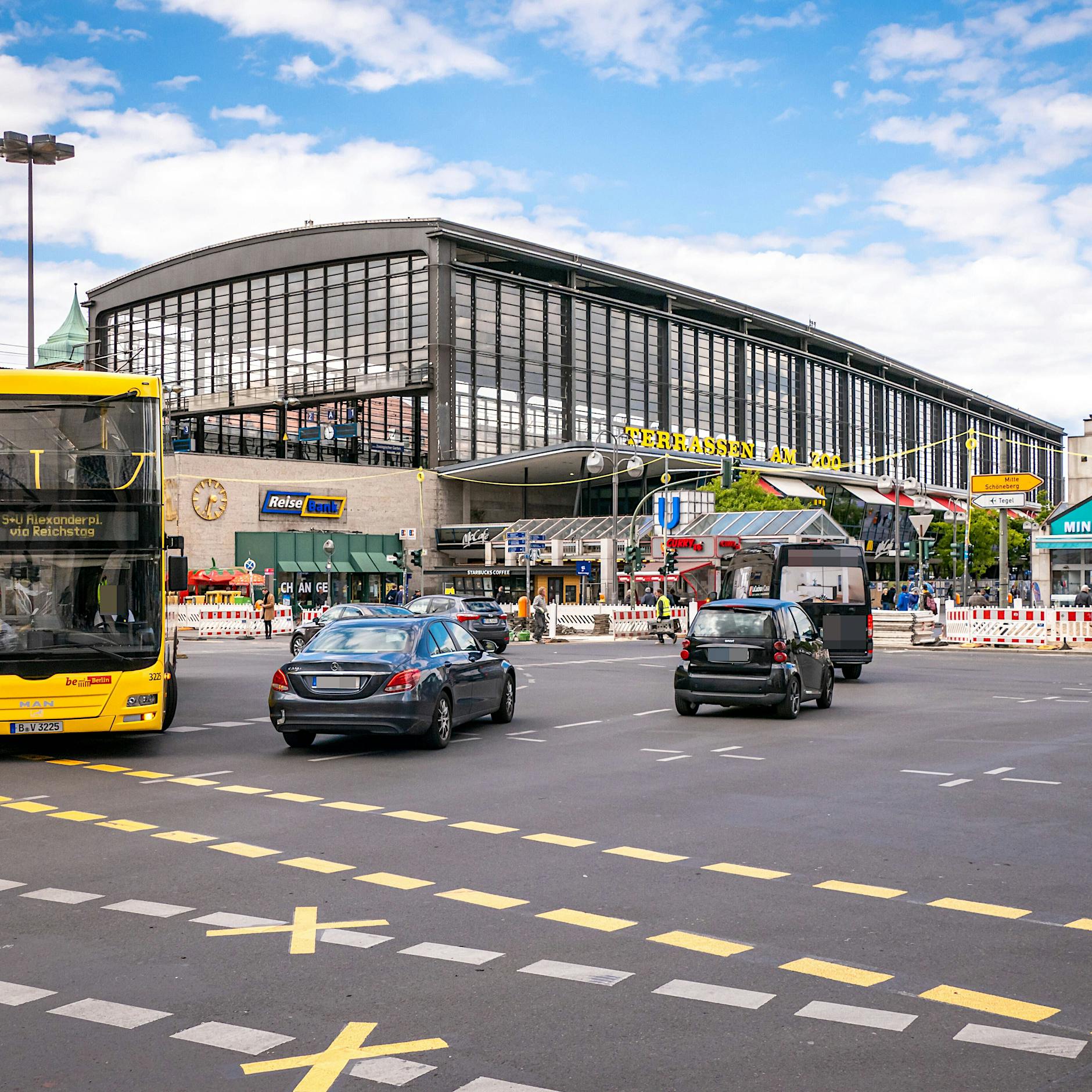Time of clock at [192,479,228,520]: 3:32
